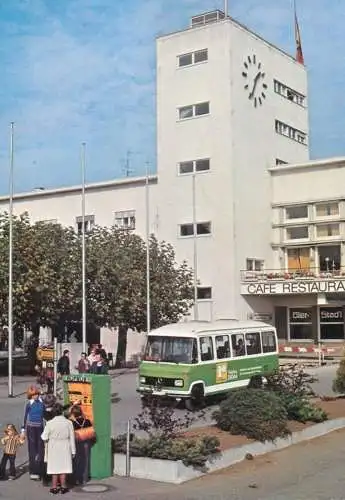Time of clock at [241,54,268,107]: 1:34
